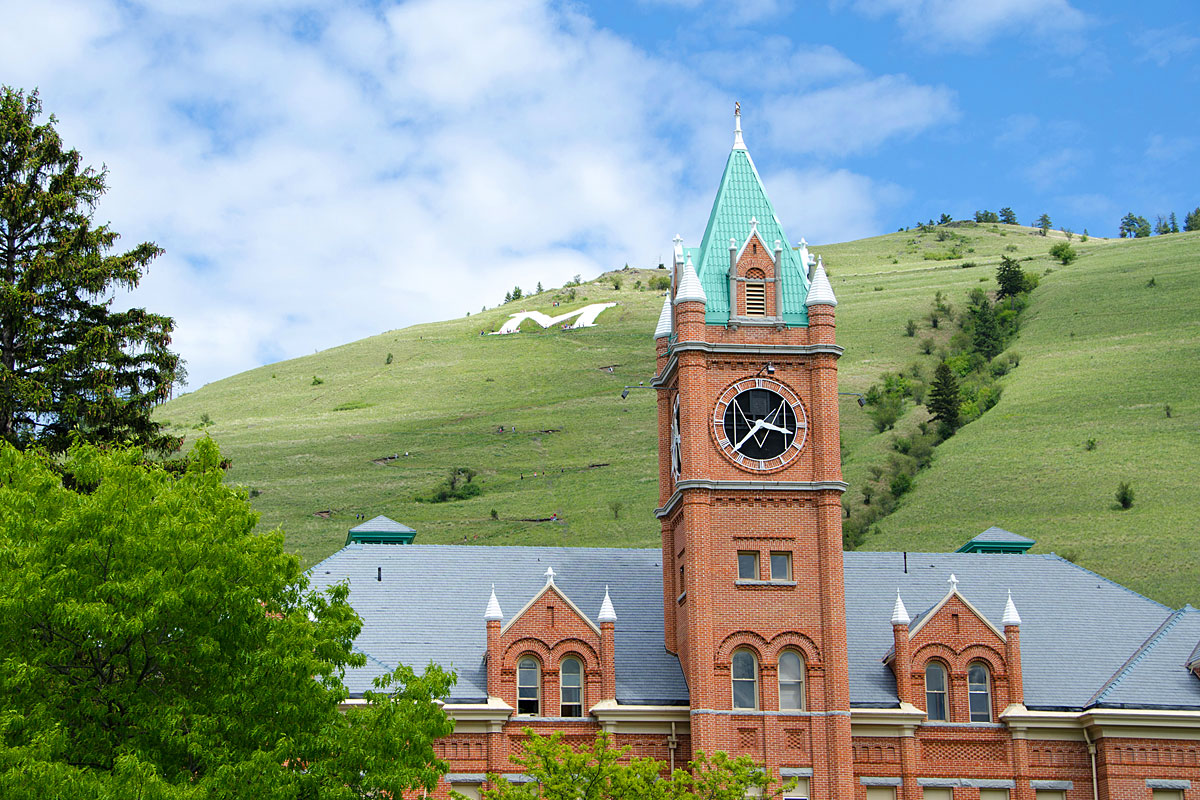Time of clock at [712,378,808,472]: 3:37
